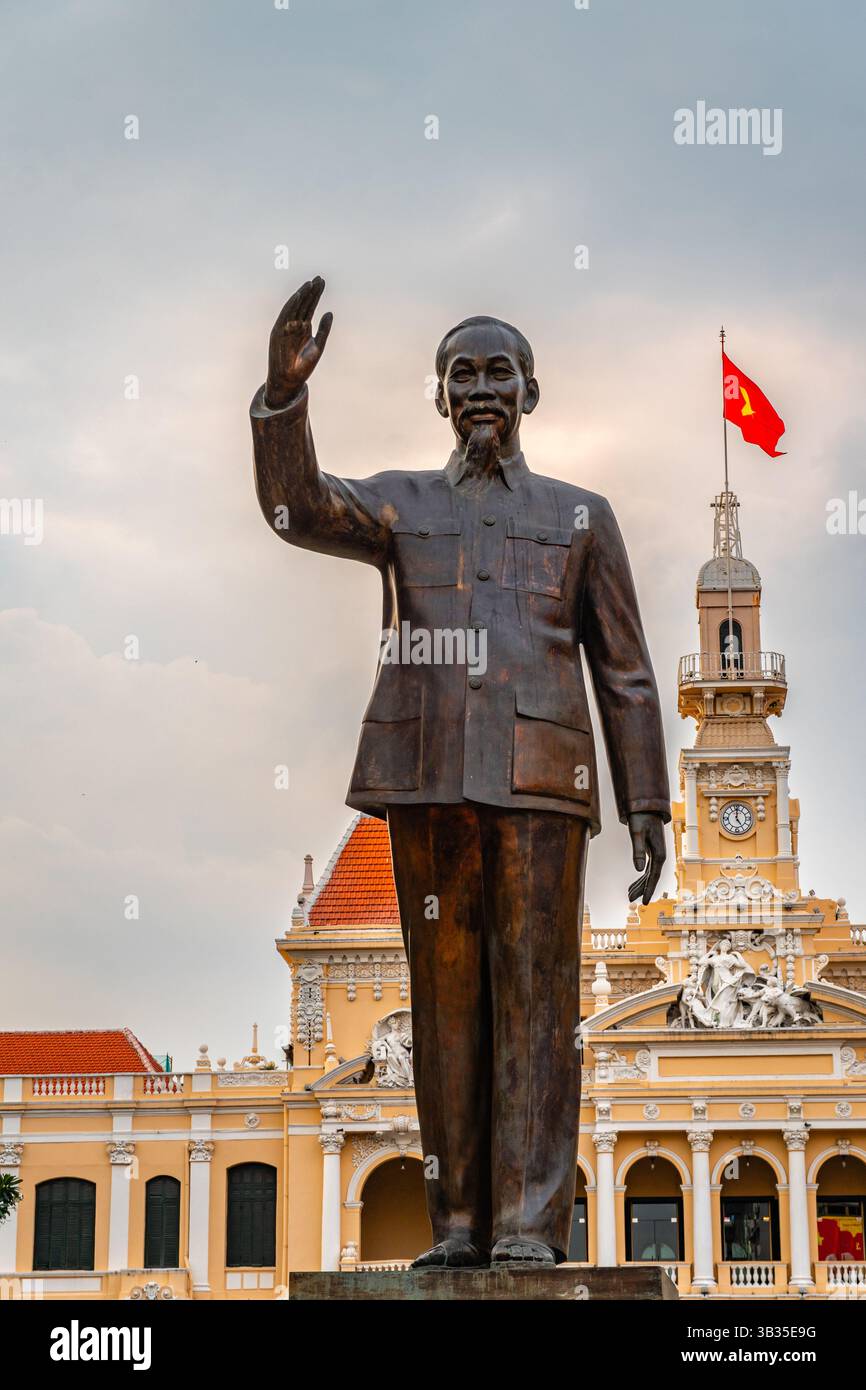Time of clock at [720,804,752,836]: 4:59
